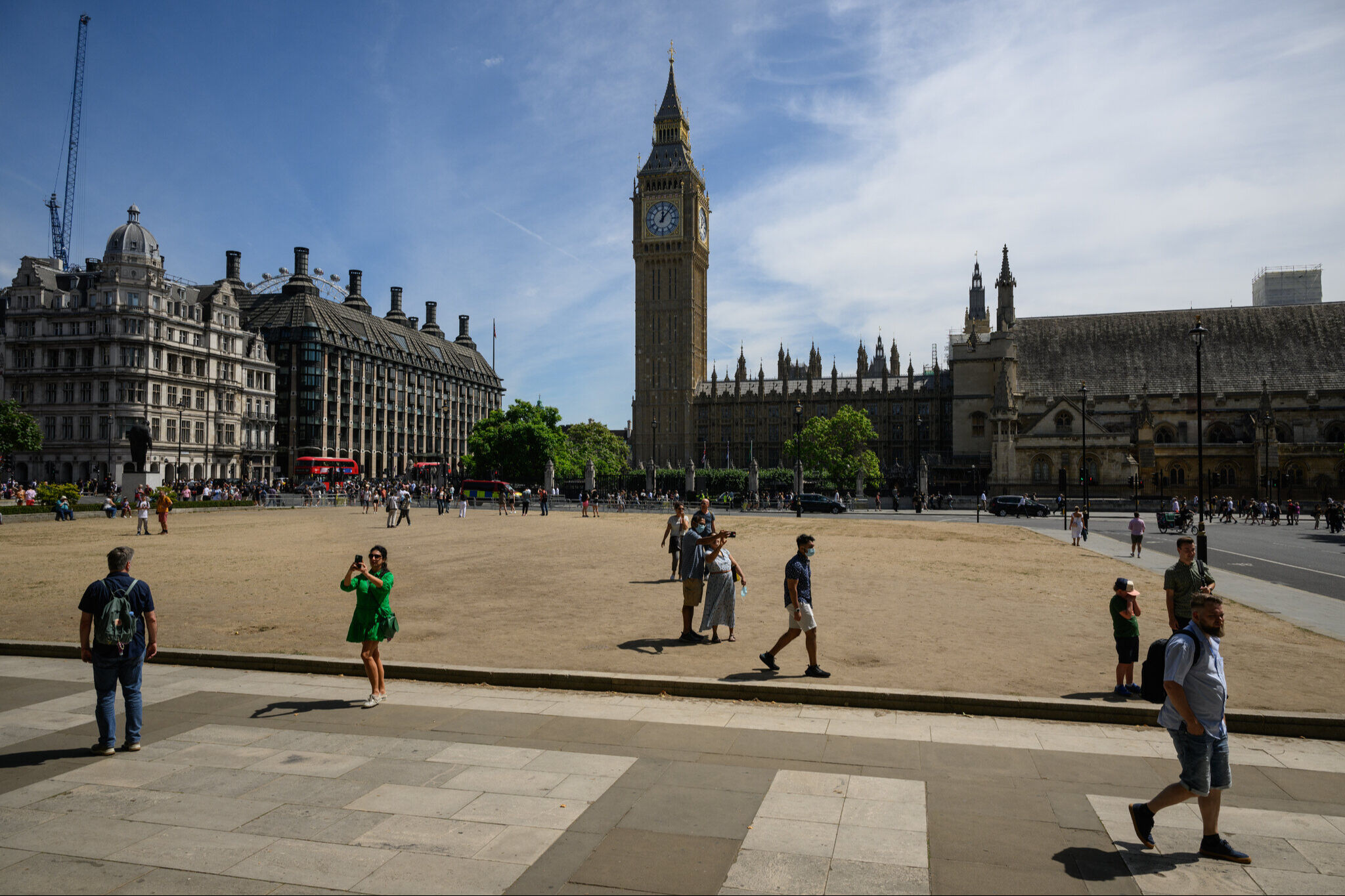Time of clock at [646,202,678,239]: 12:07
